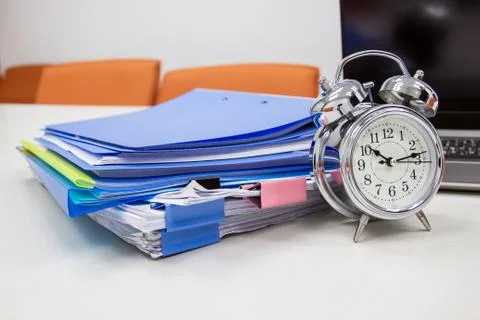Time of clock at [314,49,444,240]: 10:13
